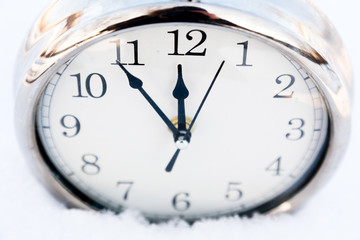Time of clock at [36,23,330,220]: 11:53
